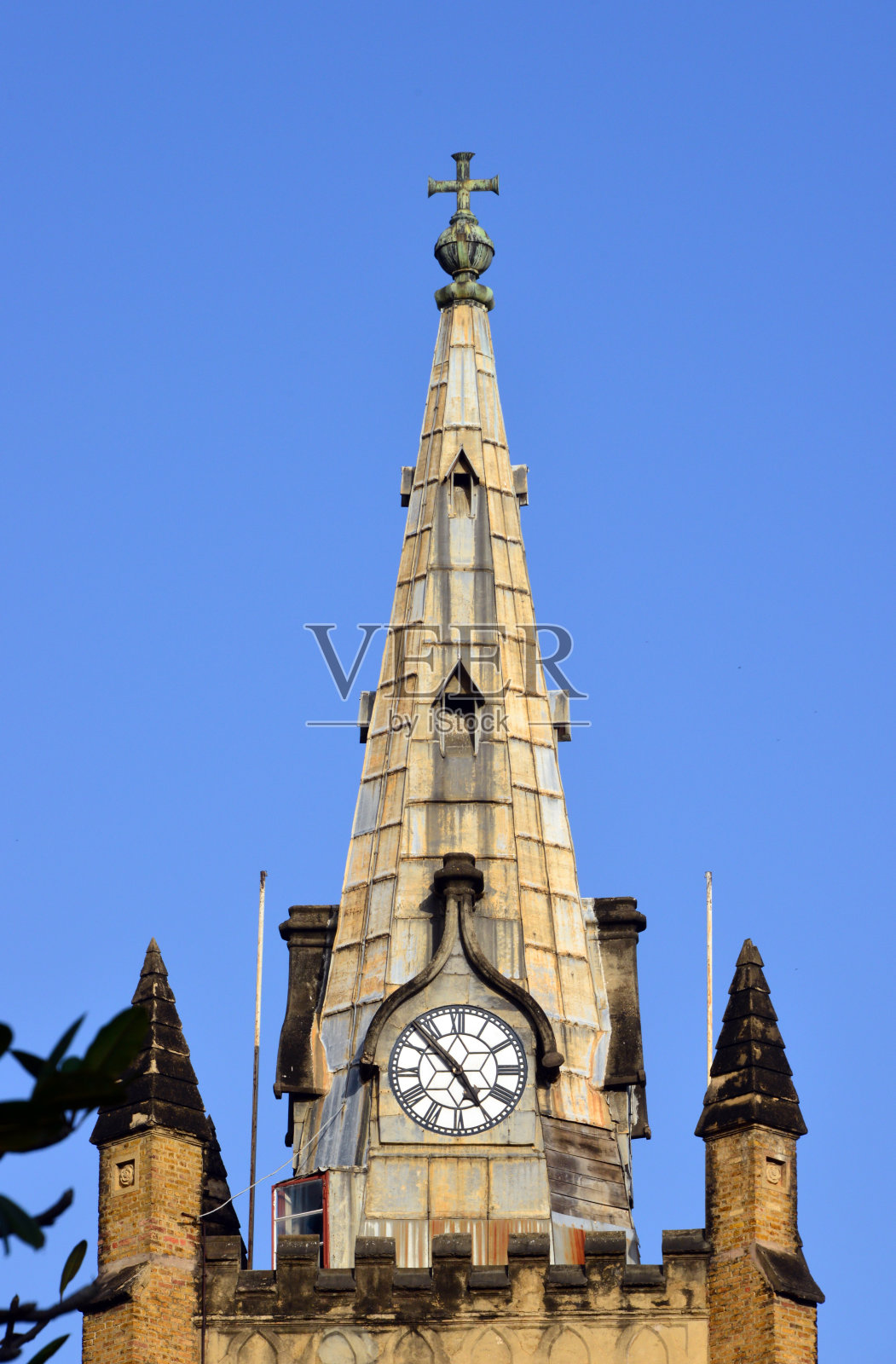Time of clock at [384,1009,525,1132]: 4:52
